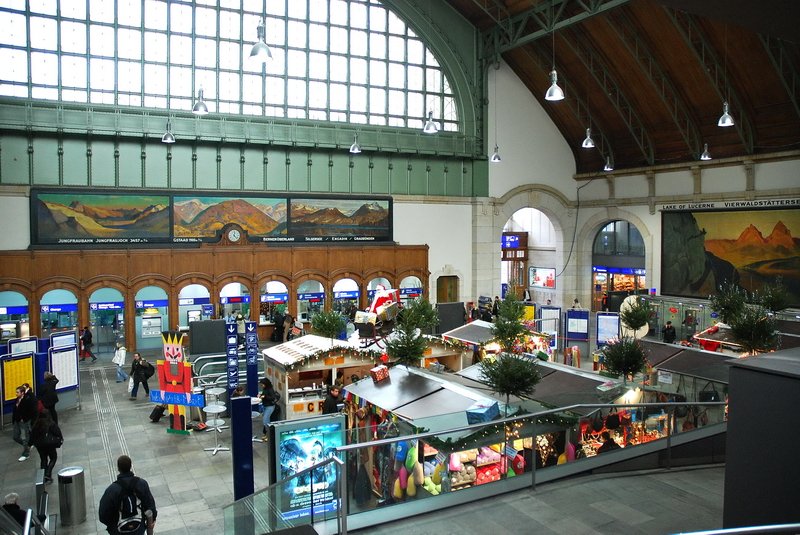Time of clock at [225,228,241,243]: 12:22
